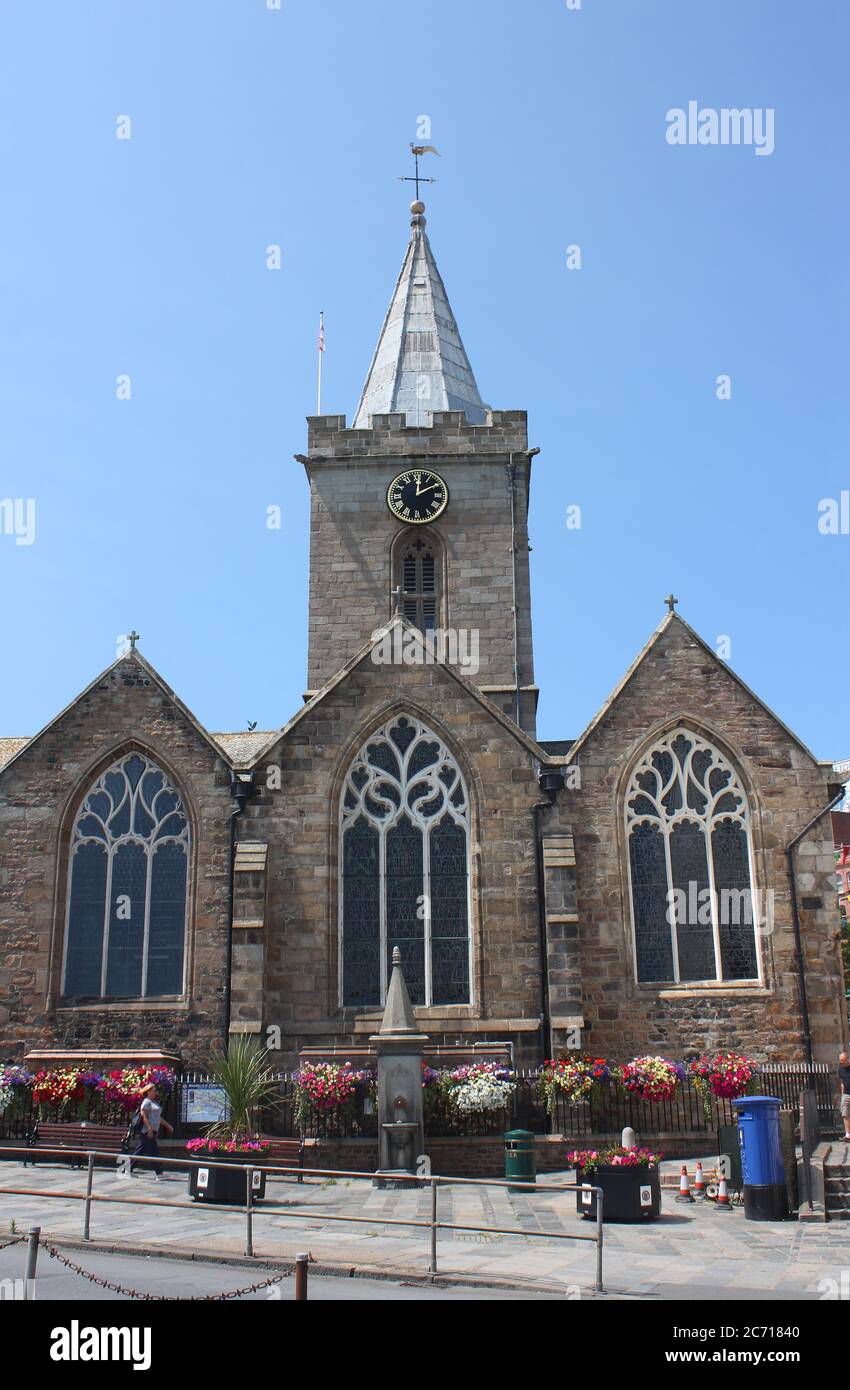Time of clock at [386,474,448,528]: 12:09
